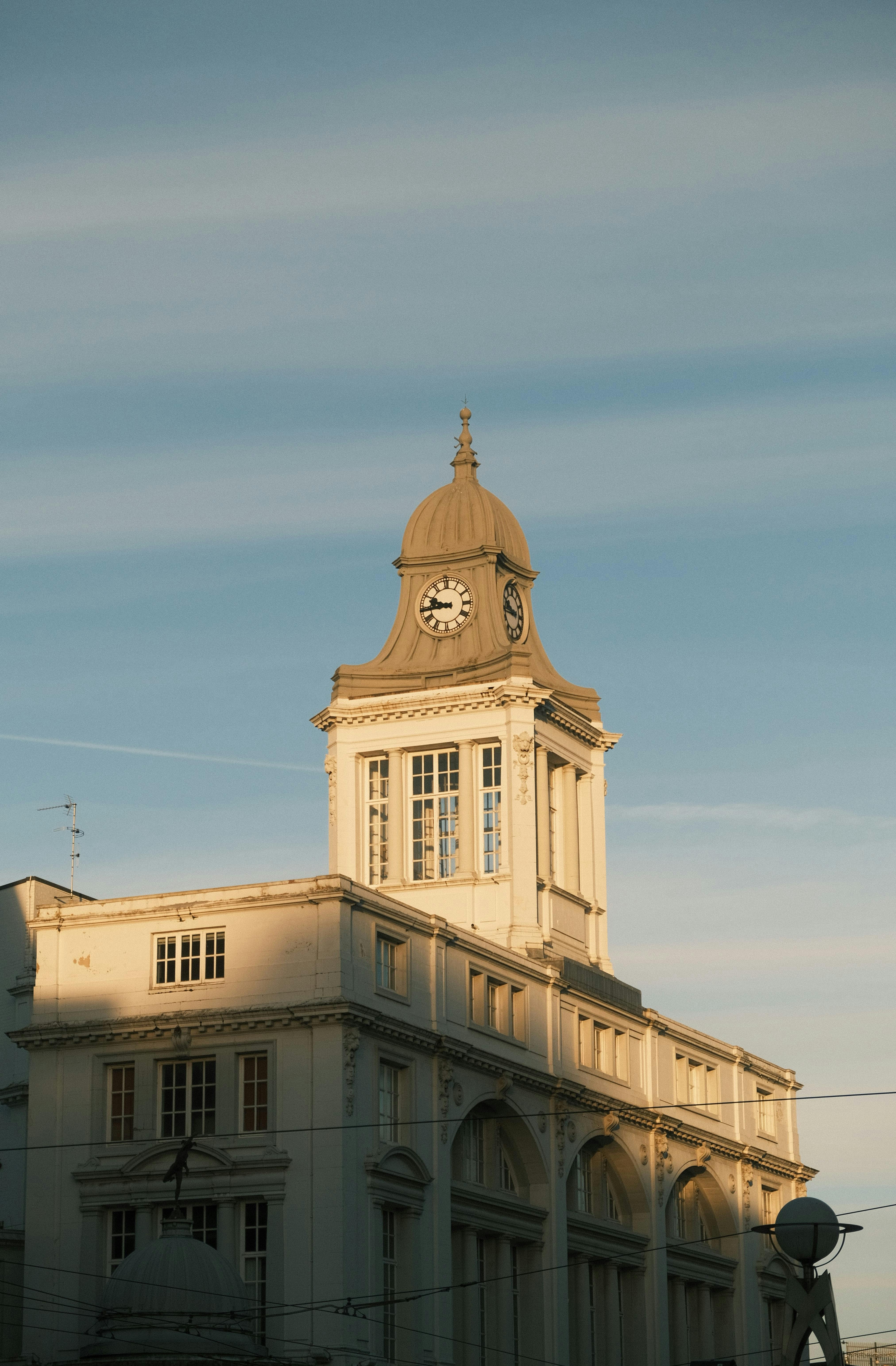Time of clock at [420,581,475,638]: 9:44
